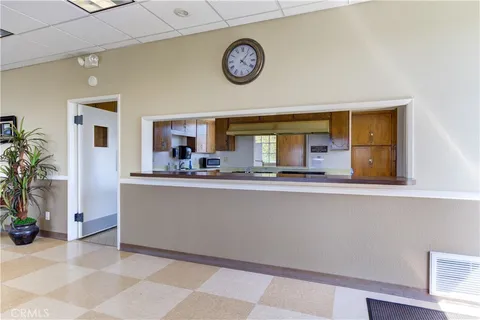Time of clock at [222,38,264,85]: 4:06
